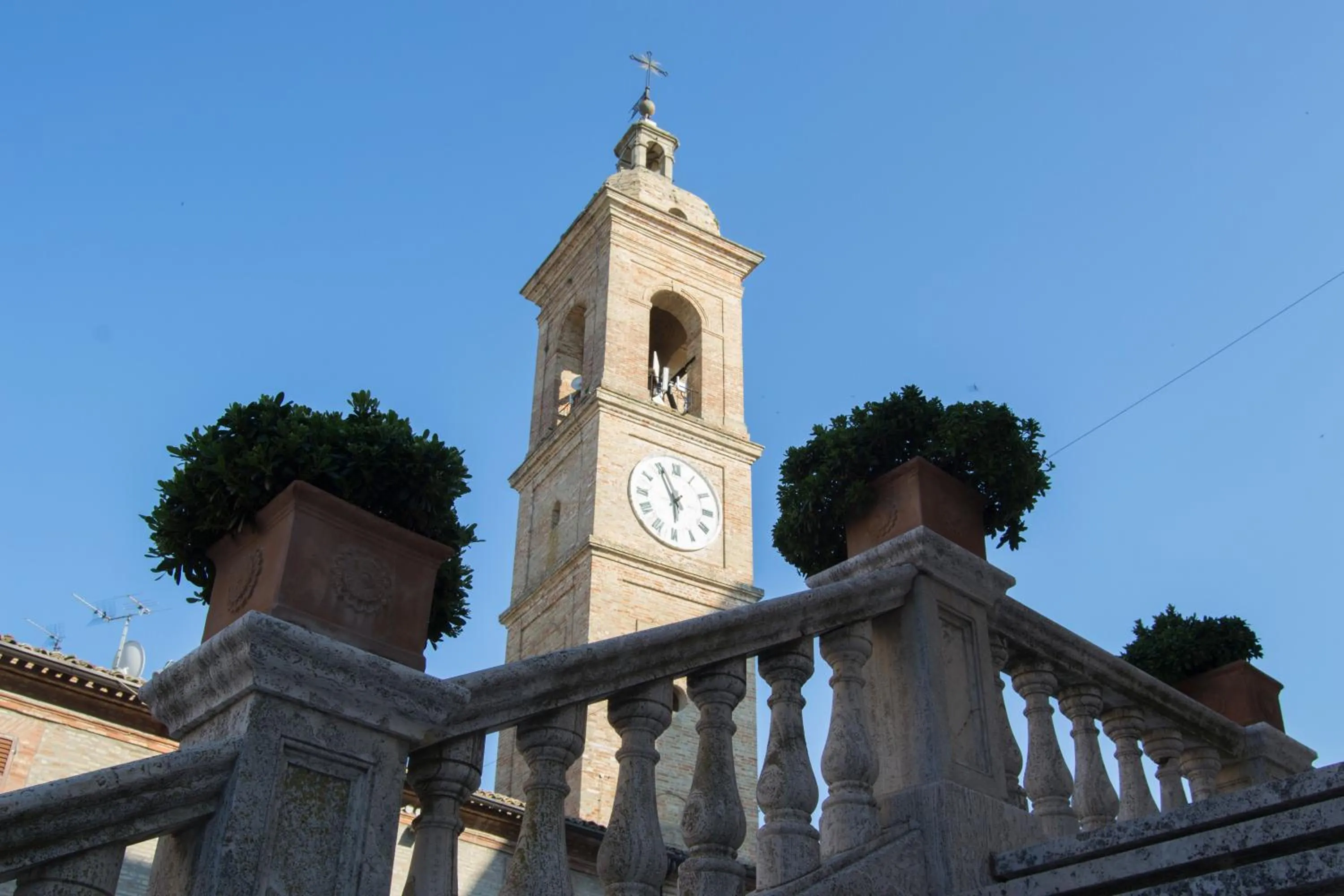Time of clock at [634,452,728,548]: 5:55
